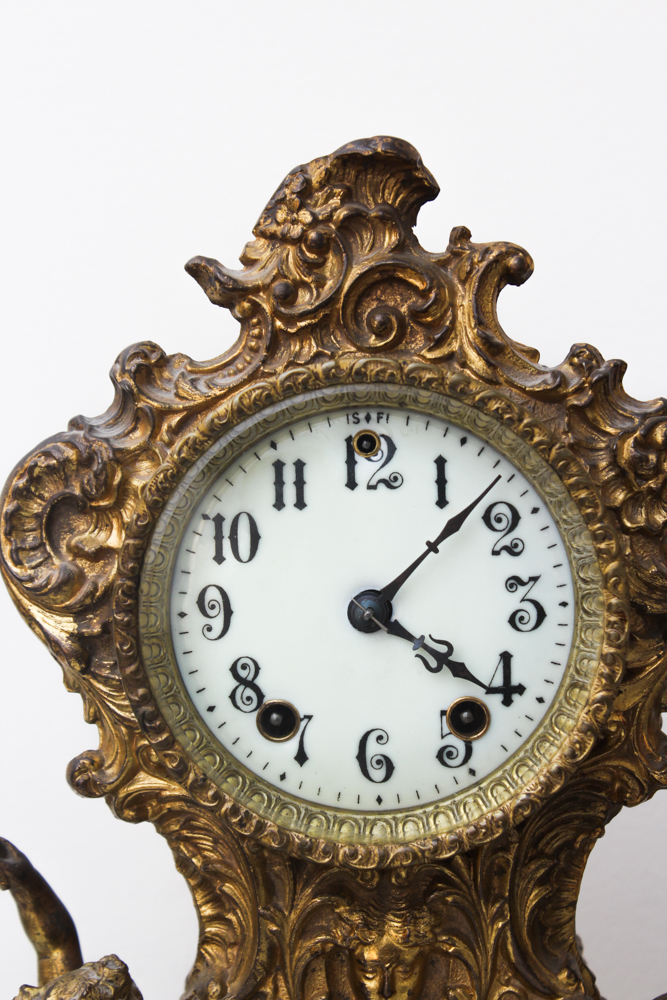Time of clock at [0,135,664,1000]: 4:07
